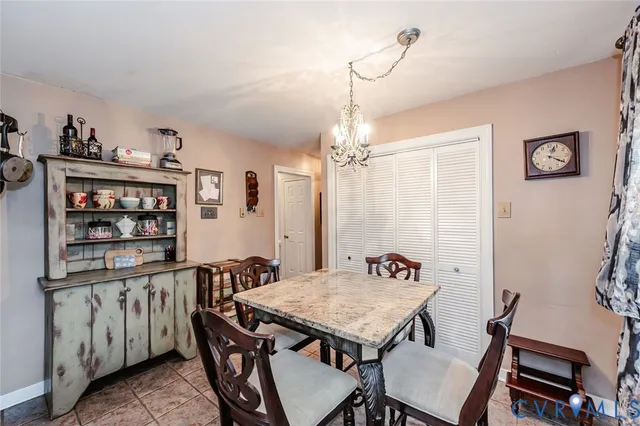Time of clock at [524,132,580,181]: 4:04
